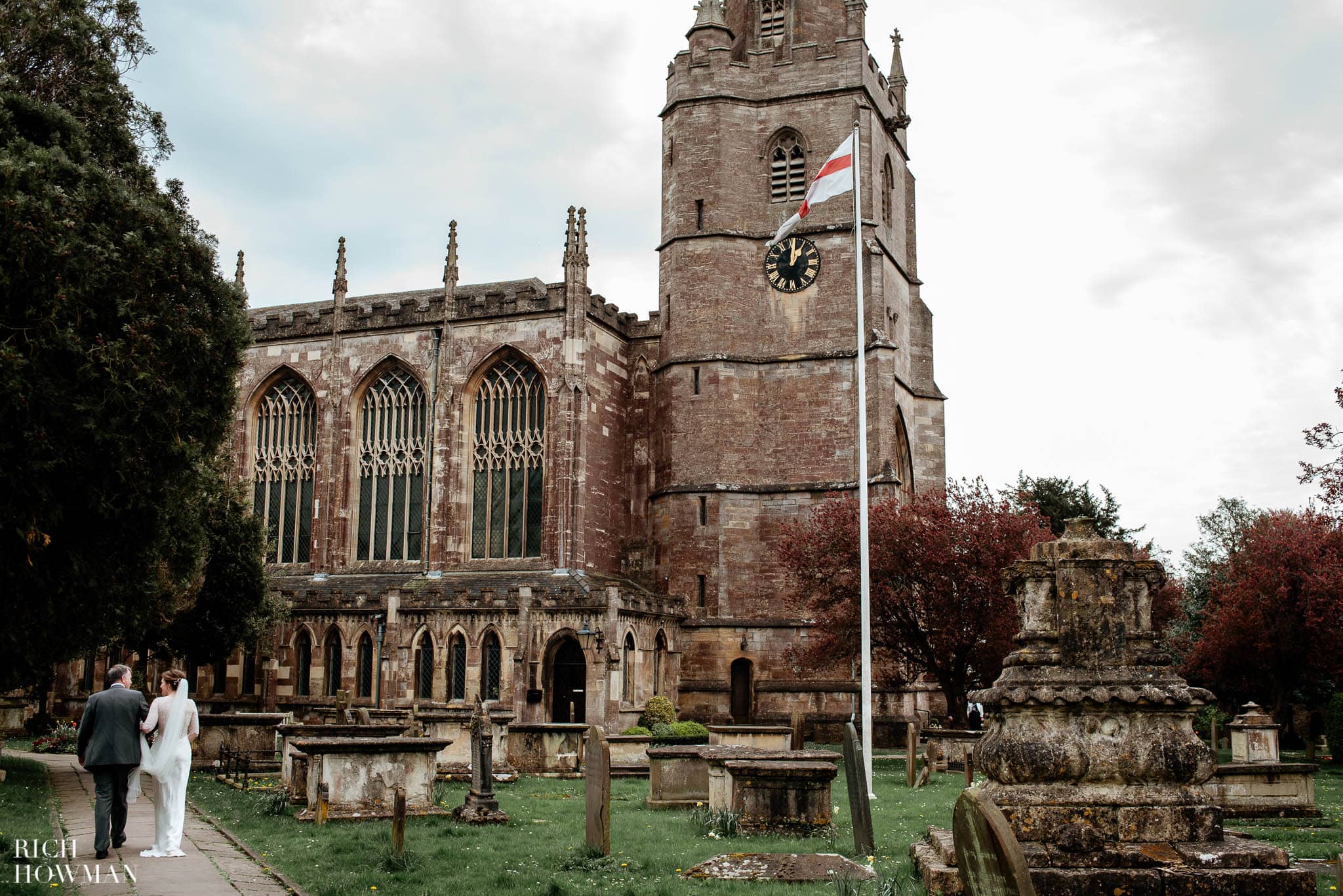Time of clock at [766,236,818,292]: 1:01
